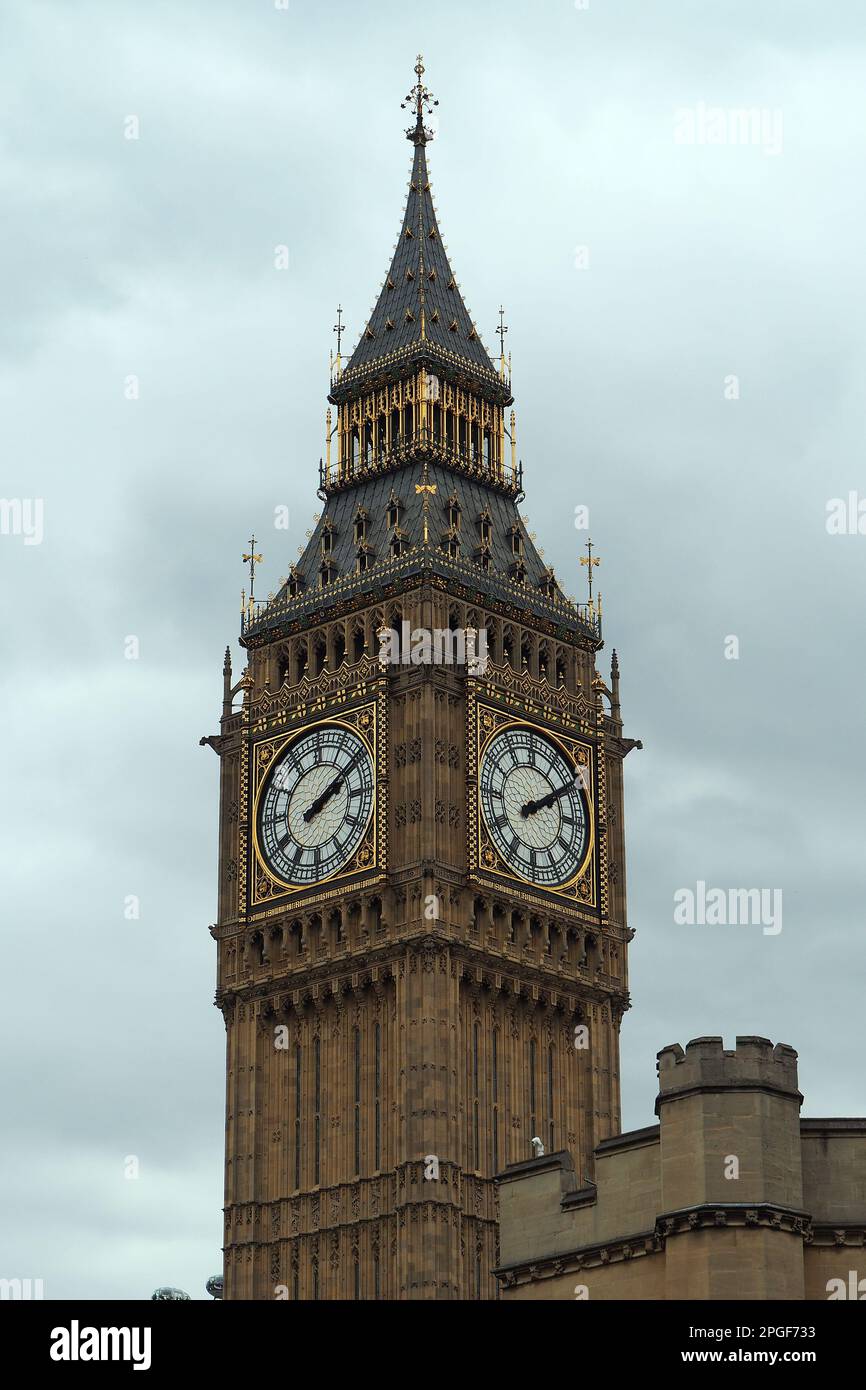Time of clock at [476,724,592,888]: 2:09
